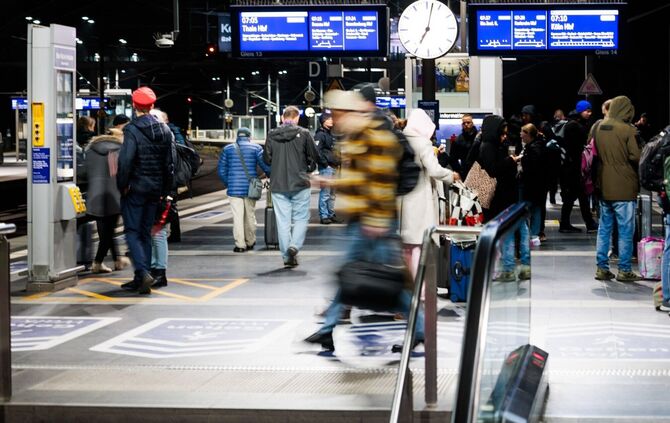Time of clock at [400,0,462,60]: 7:02
